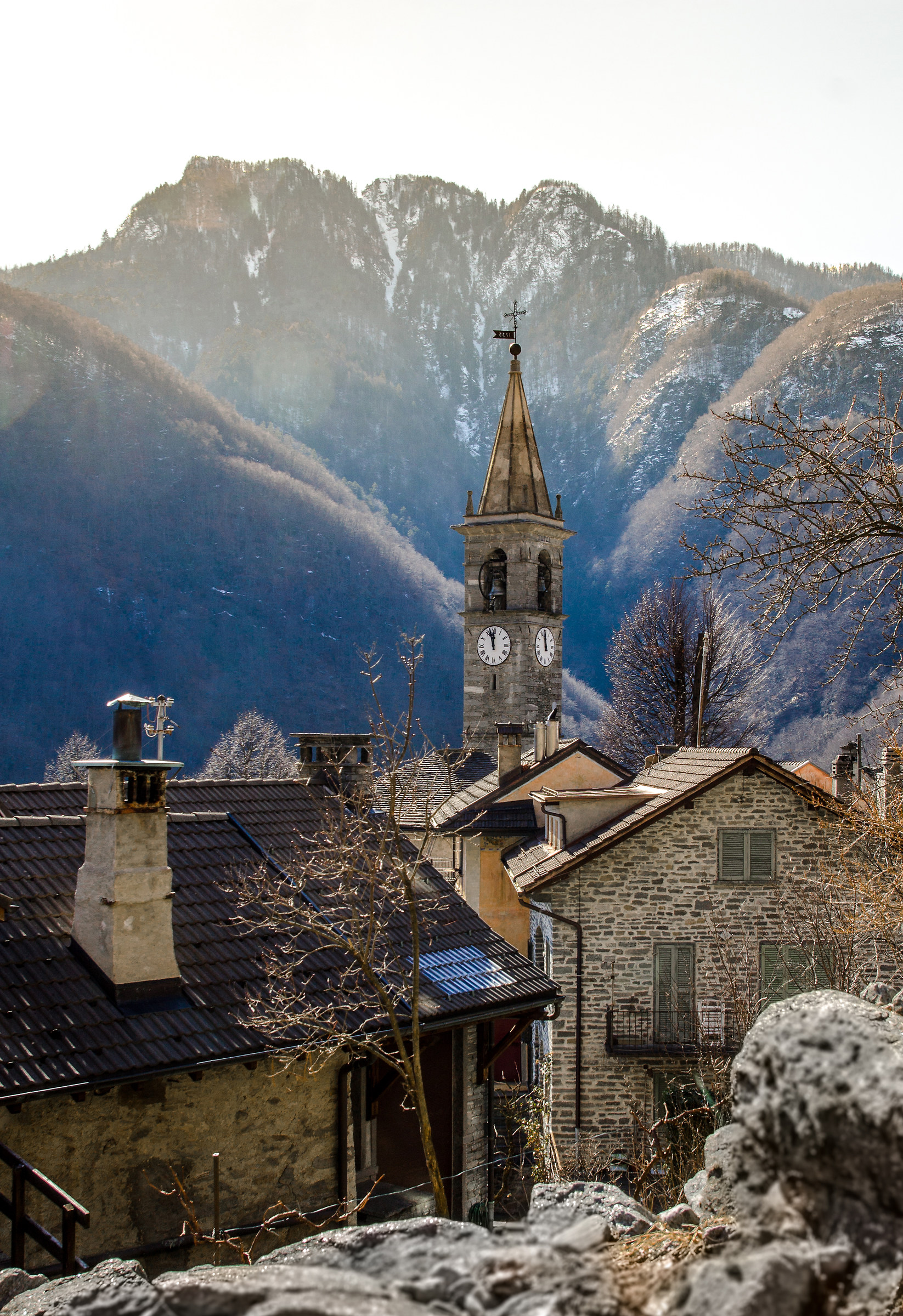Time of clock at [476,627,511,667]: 11:57
